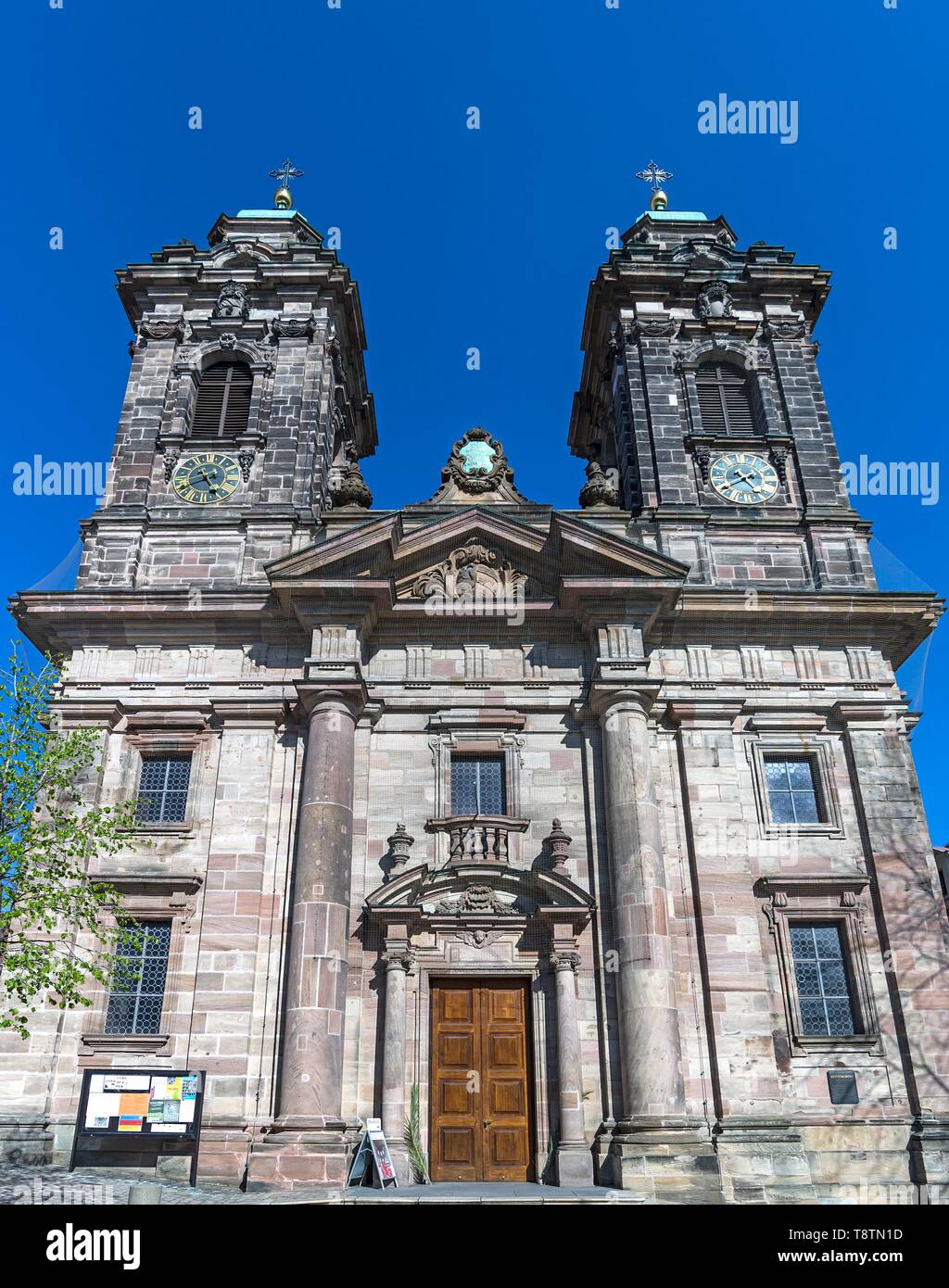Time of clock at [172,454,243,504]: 4:40
